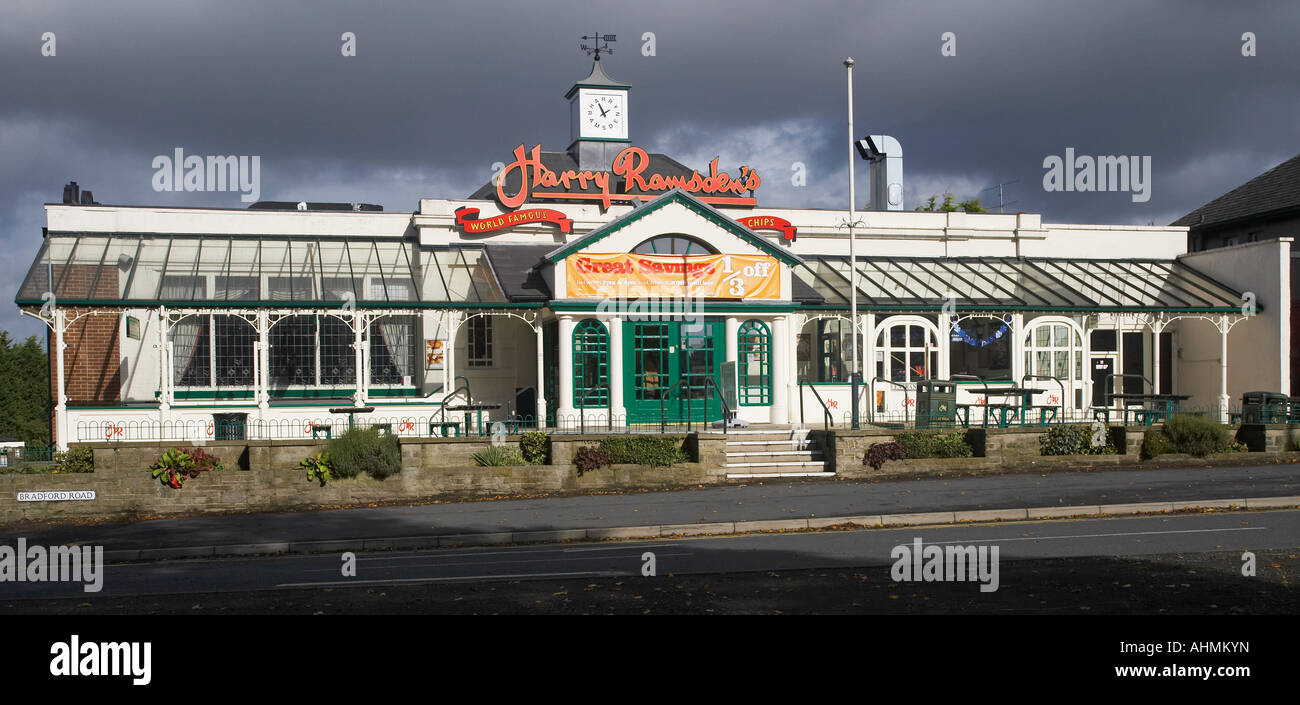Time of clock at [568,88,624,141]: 1:55
